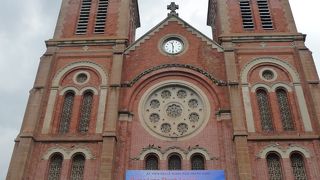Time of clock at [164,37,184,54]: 11:30
